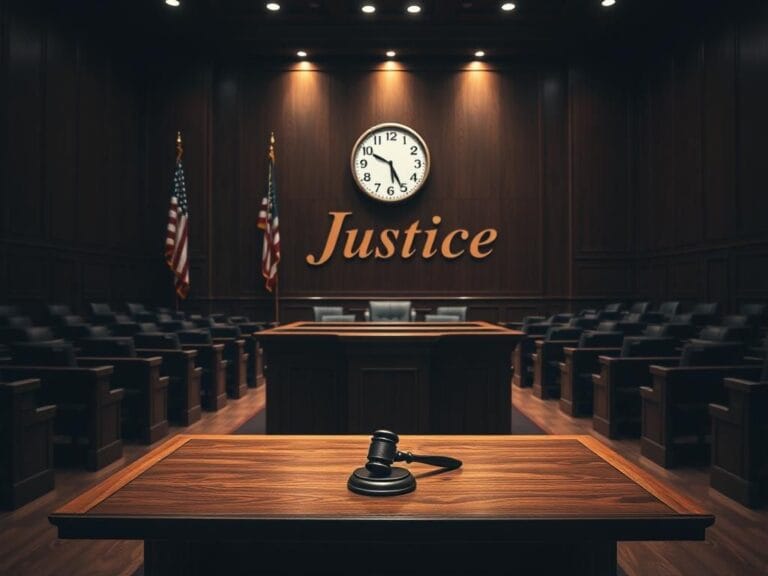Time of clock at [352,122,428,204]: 5:49
